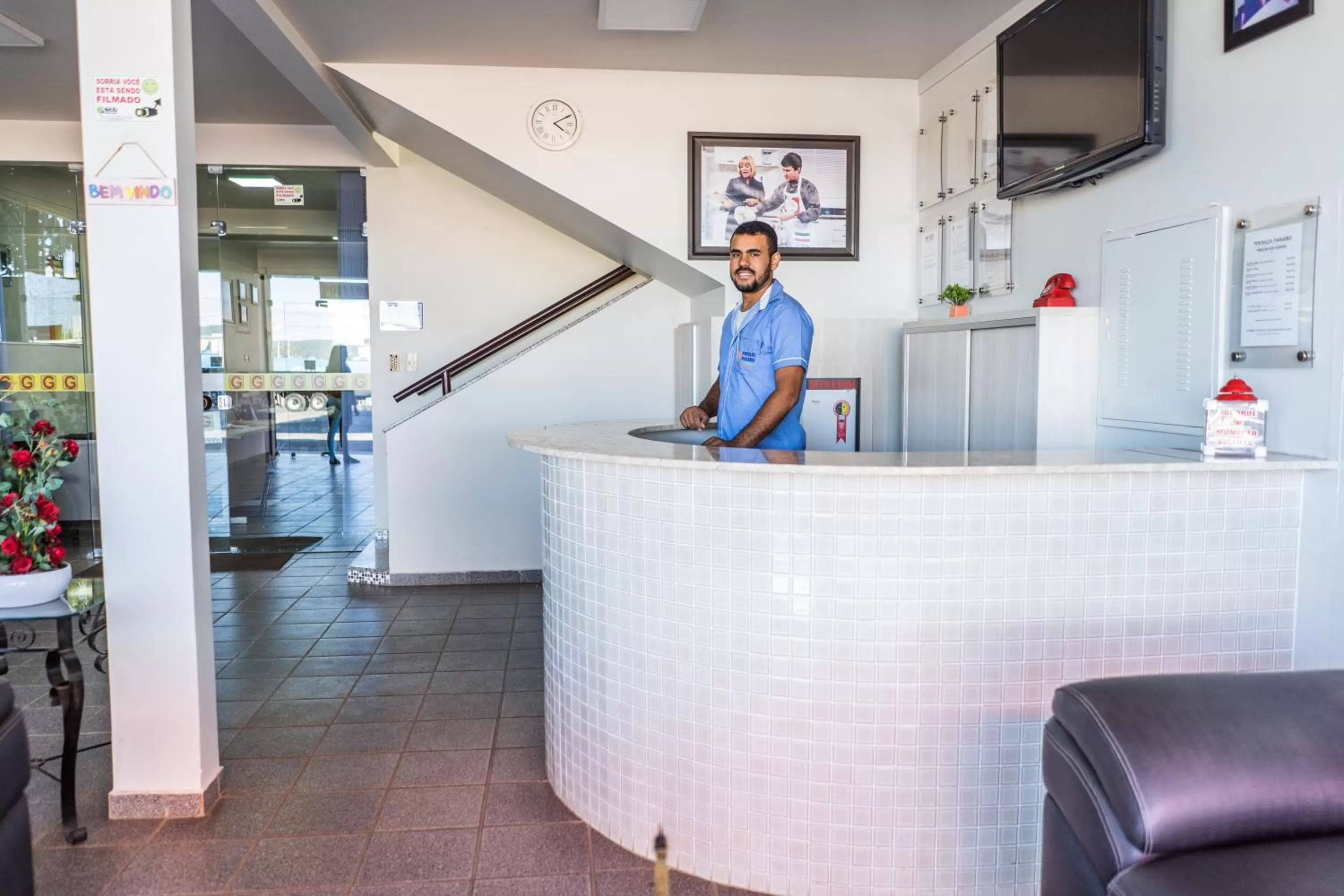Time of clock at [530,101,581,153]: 4:10
